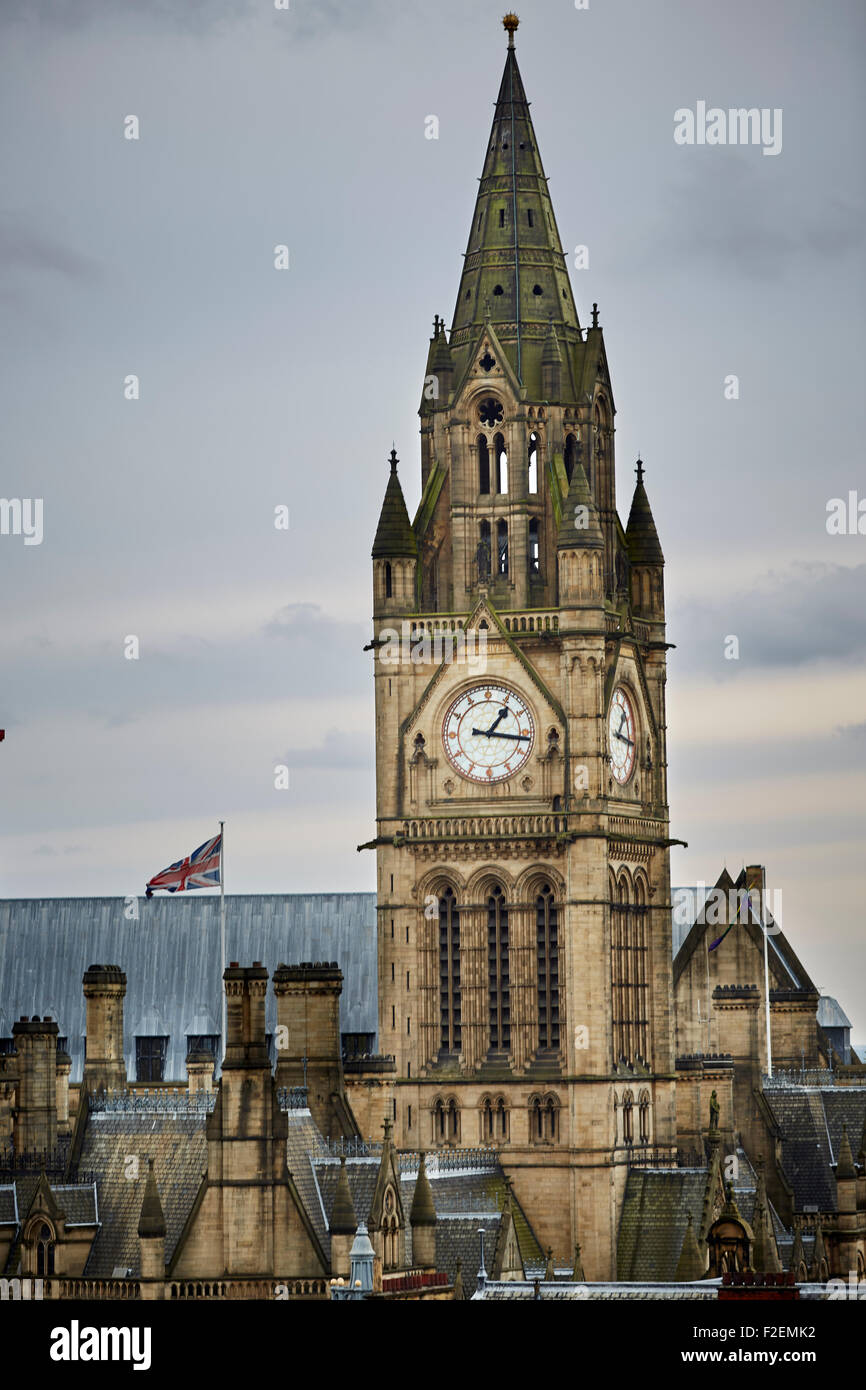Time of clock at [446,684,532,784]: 1:16
